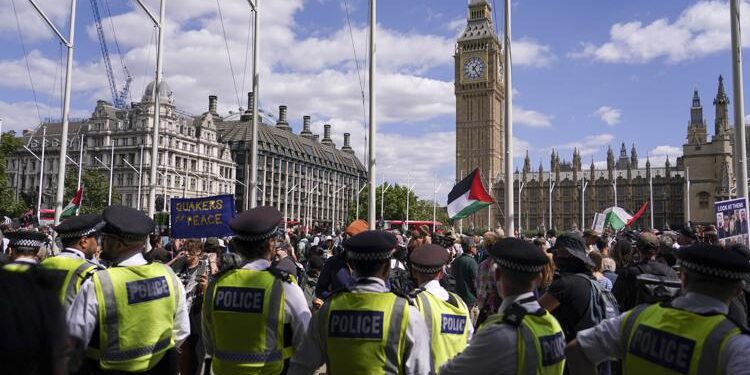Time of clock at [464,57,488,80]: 1:24
